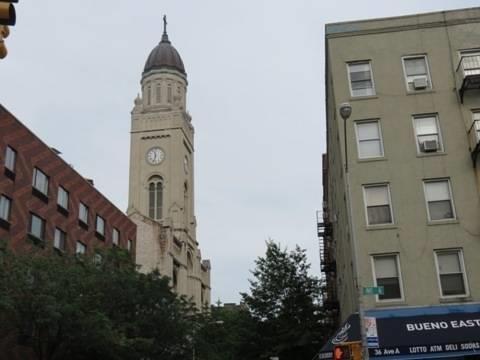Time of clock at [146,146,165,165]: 11:32
